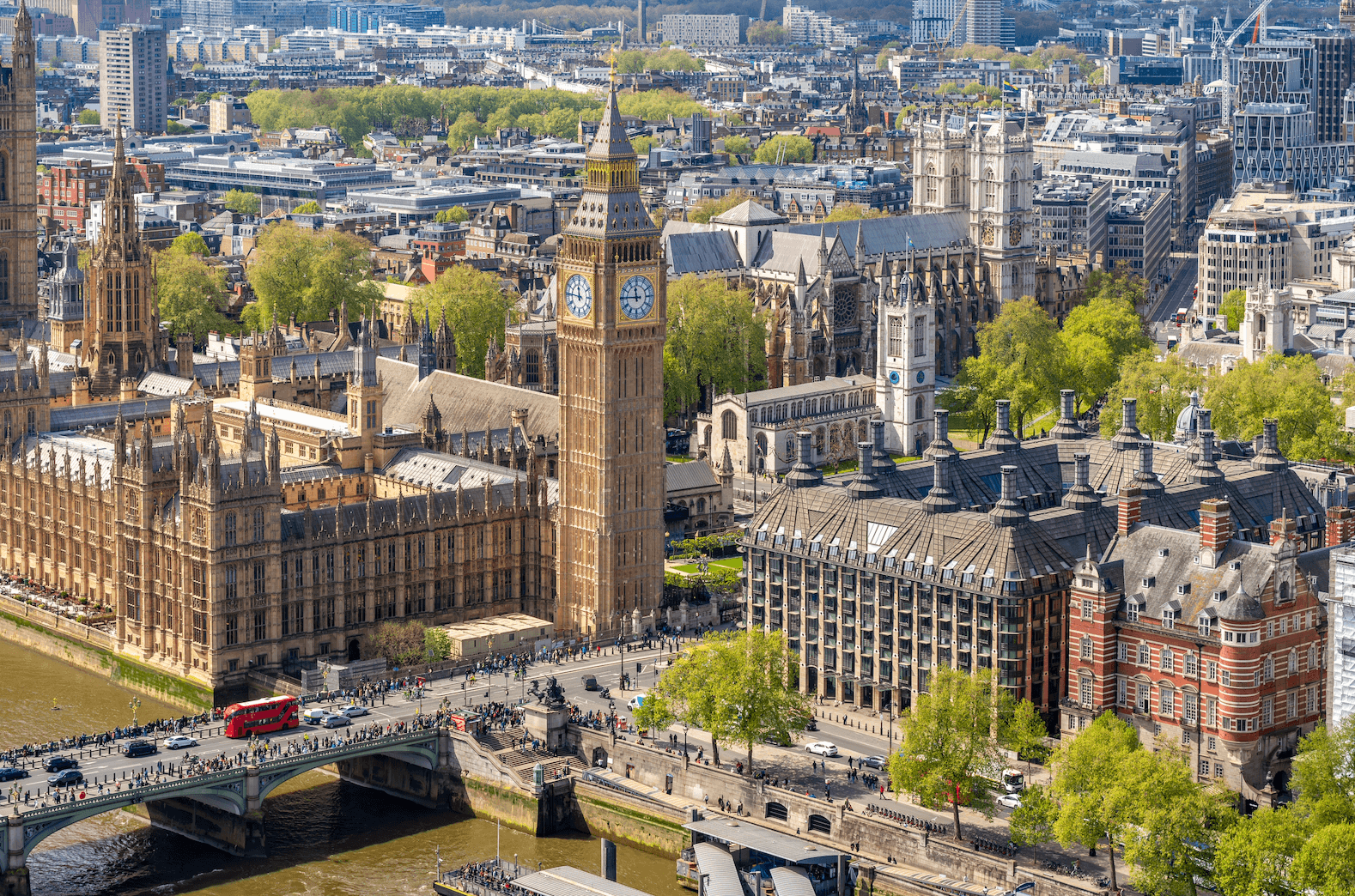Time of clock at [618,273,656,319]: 11:45
